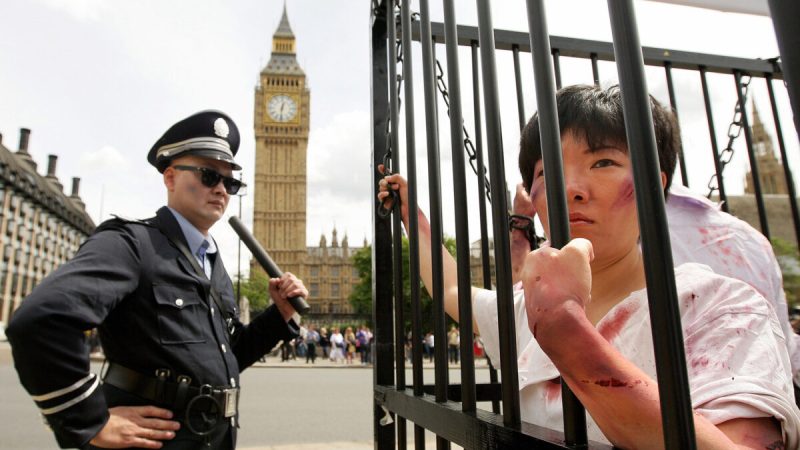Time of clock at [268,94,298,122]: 12:31
